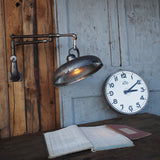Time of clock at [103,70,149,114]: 3:09
